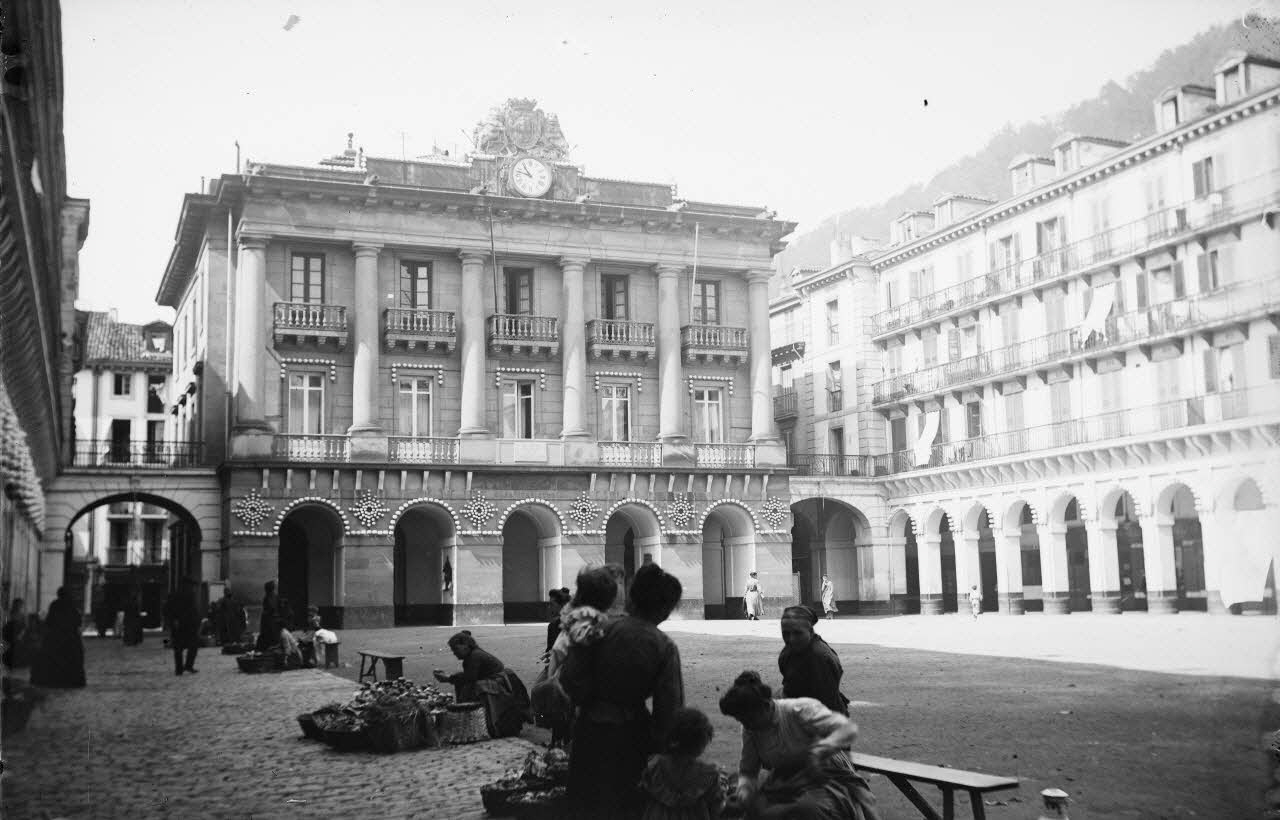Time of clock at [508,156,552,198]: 10:47
